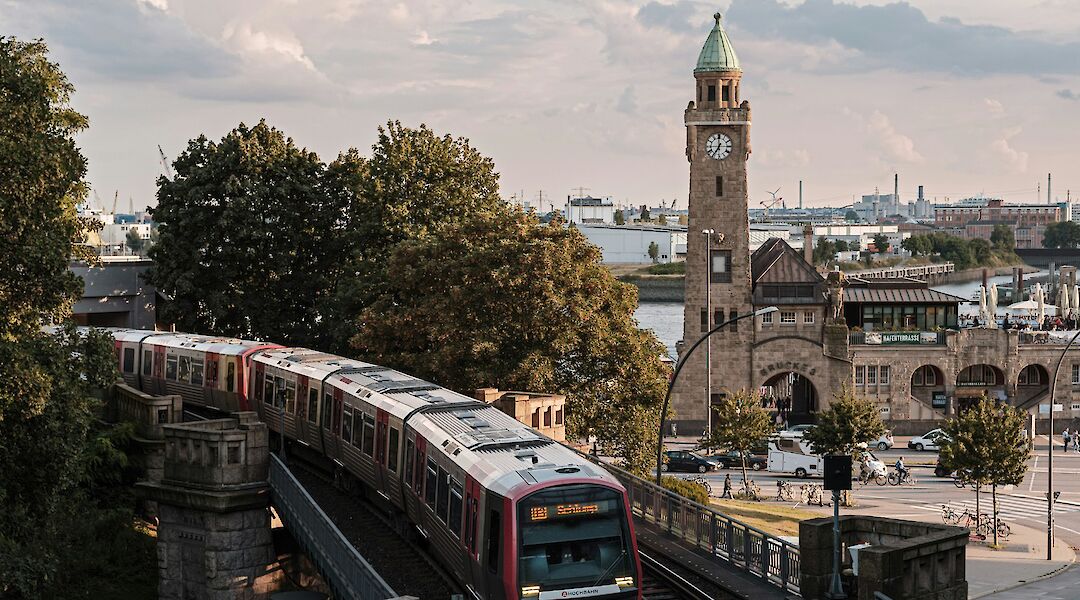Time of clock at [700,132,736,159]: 7:00
